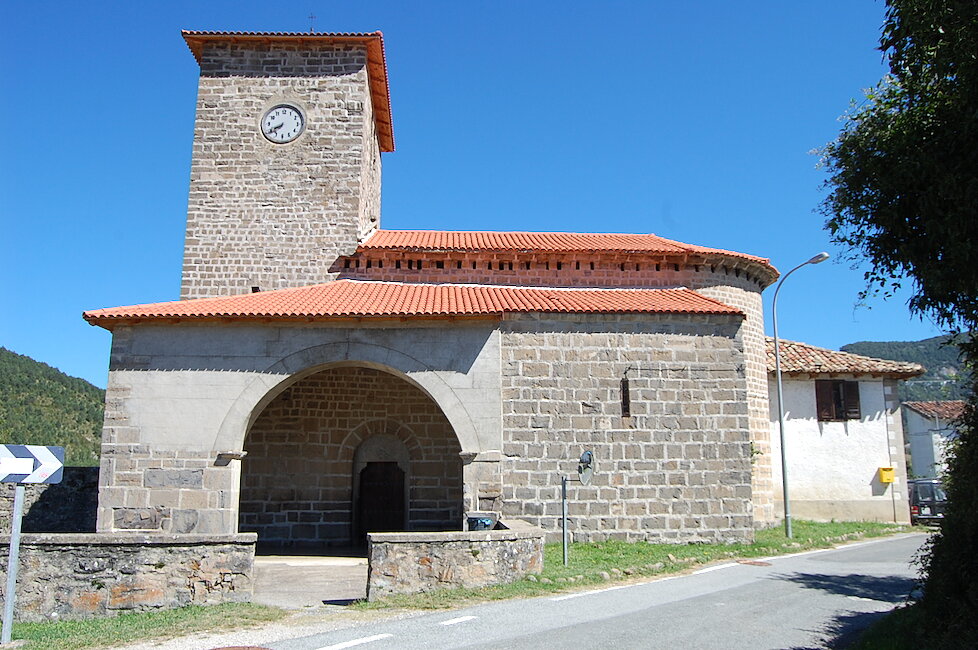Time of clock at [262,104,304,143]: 7:40
